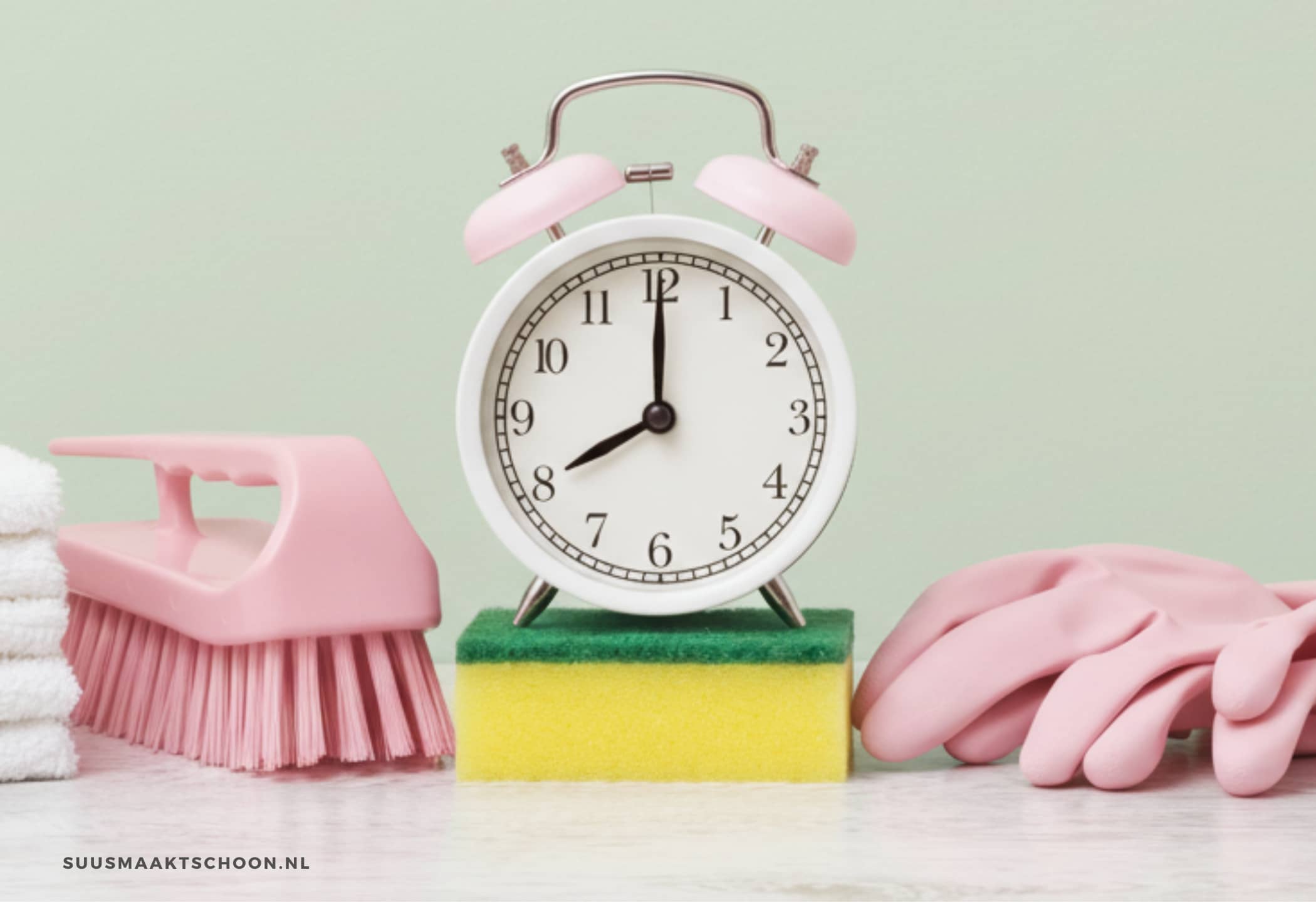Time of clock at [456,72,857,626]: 8:00
